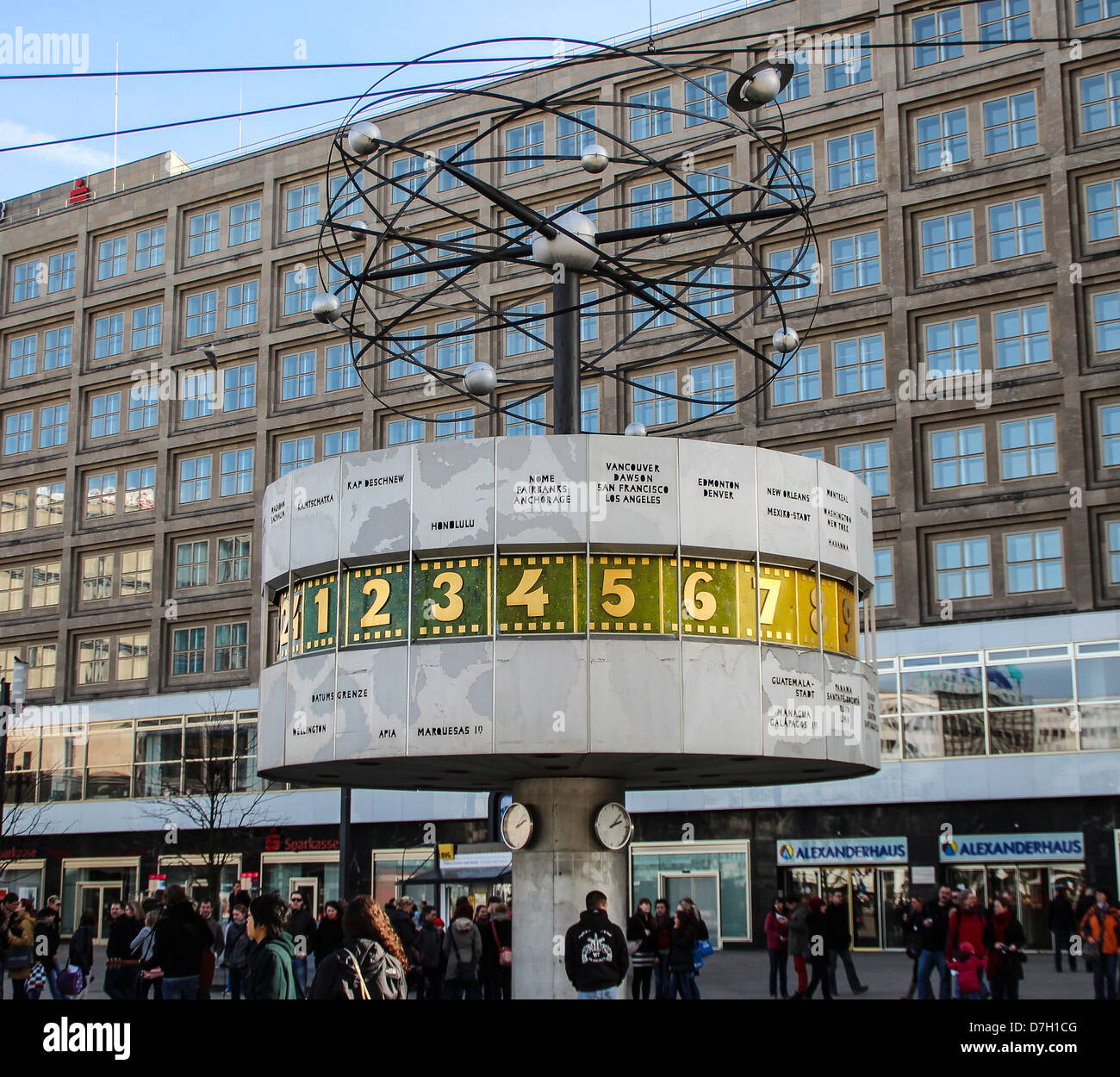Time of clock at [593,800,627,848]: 2:07
